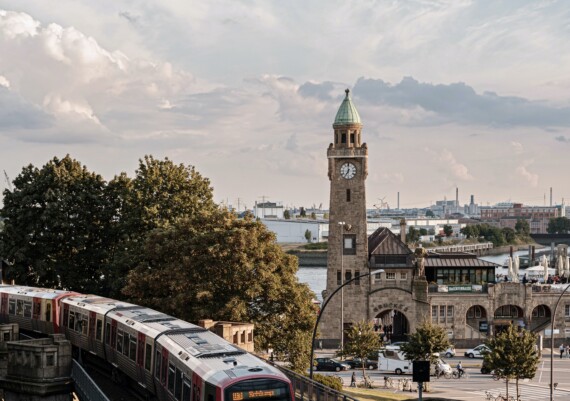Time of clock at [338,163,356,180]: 7:00
